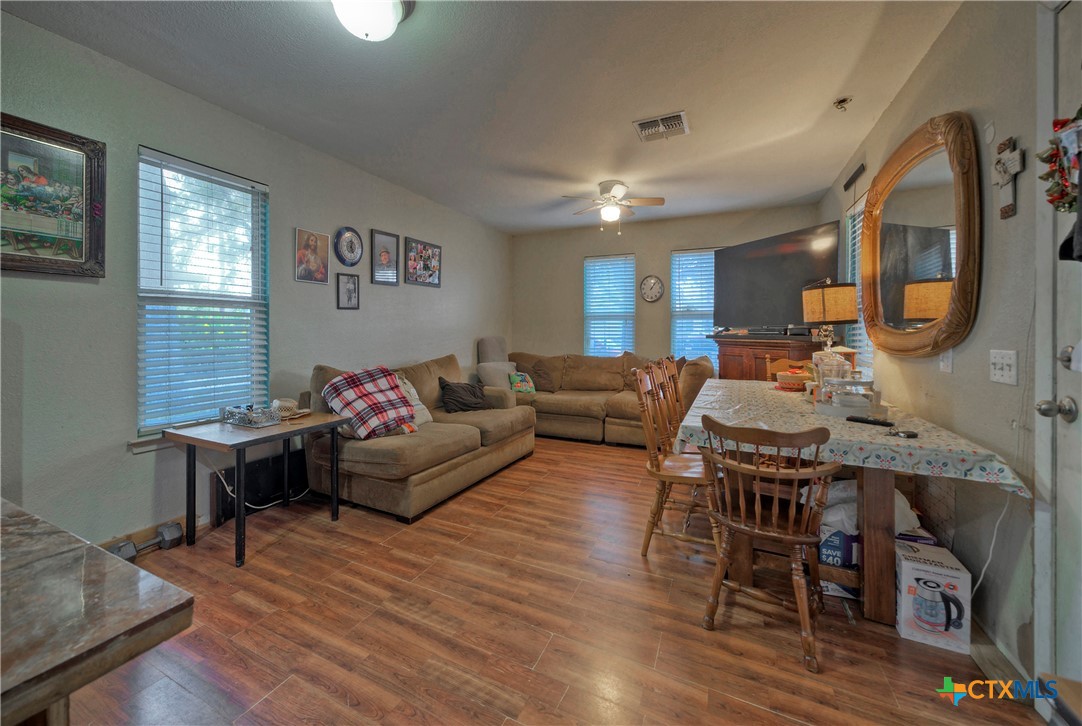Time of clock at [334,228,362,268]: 12:24
